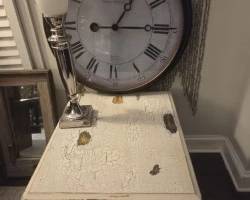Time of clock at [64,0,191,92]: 1:14
